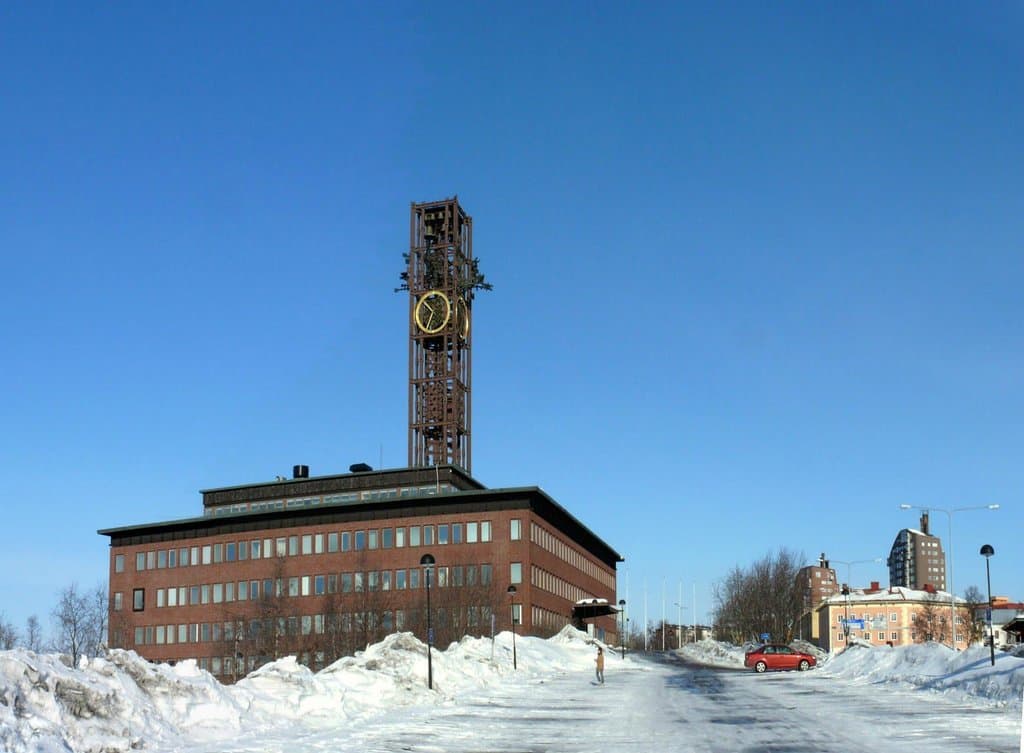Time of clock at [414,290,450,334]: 10:34
